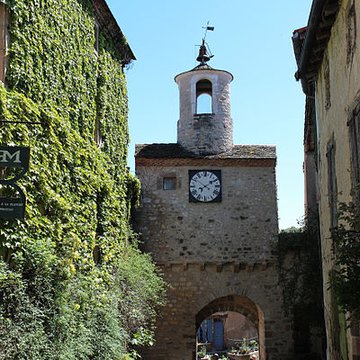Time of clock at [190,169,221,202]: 1:50
